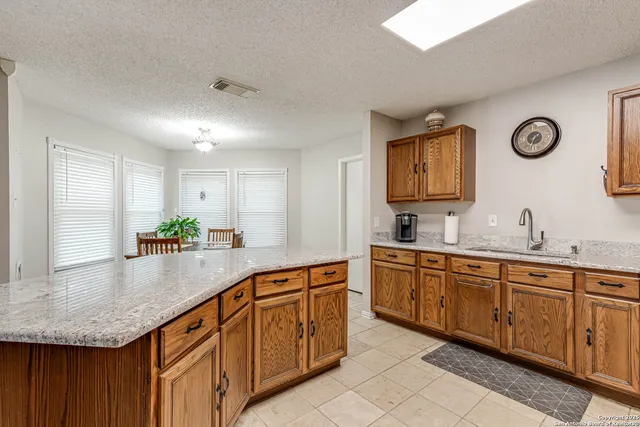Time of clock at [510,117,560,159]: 6:32
